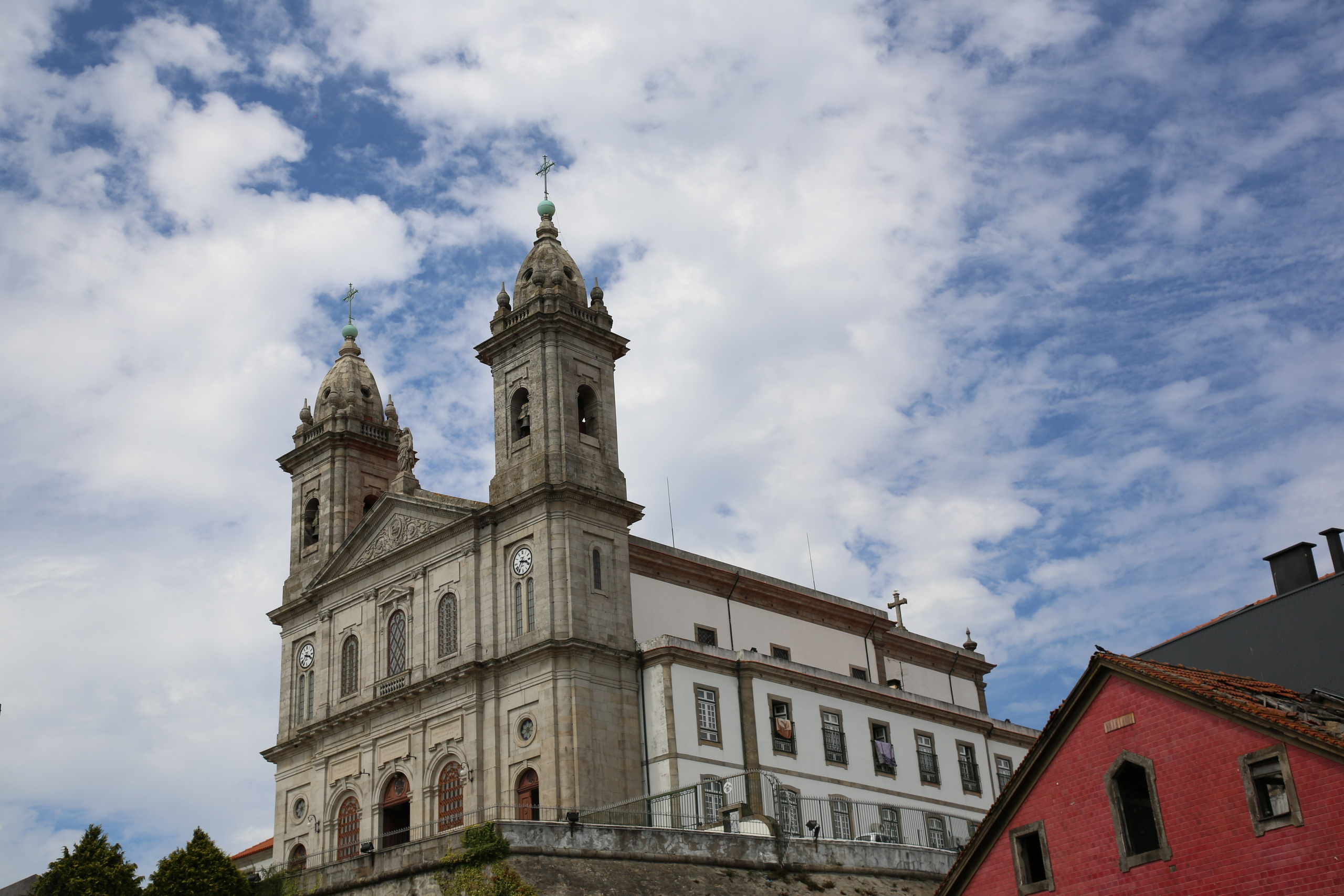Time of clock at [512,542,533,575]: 3:37
